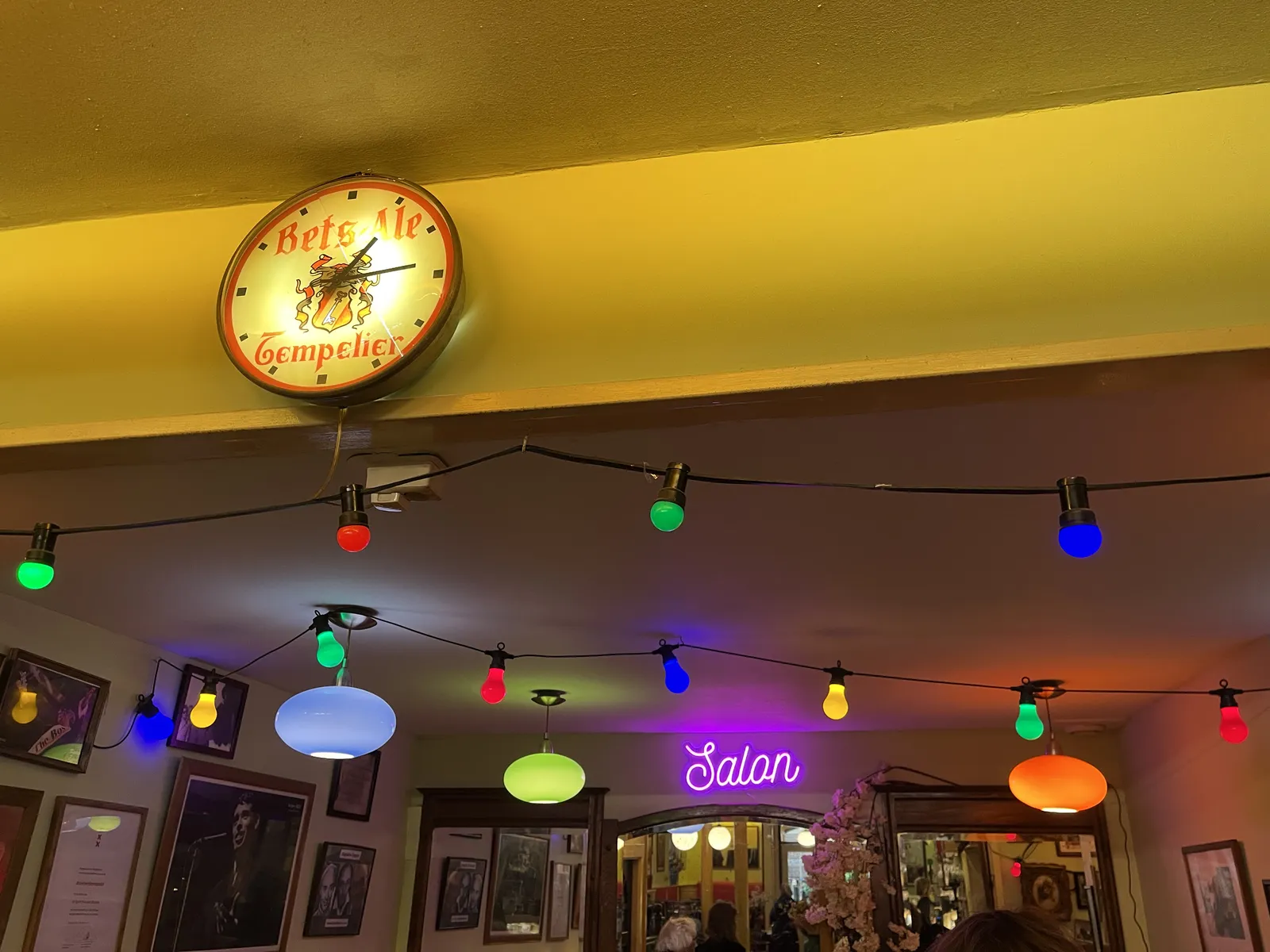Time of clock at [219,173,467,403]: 1:13
